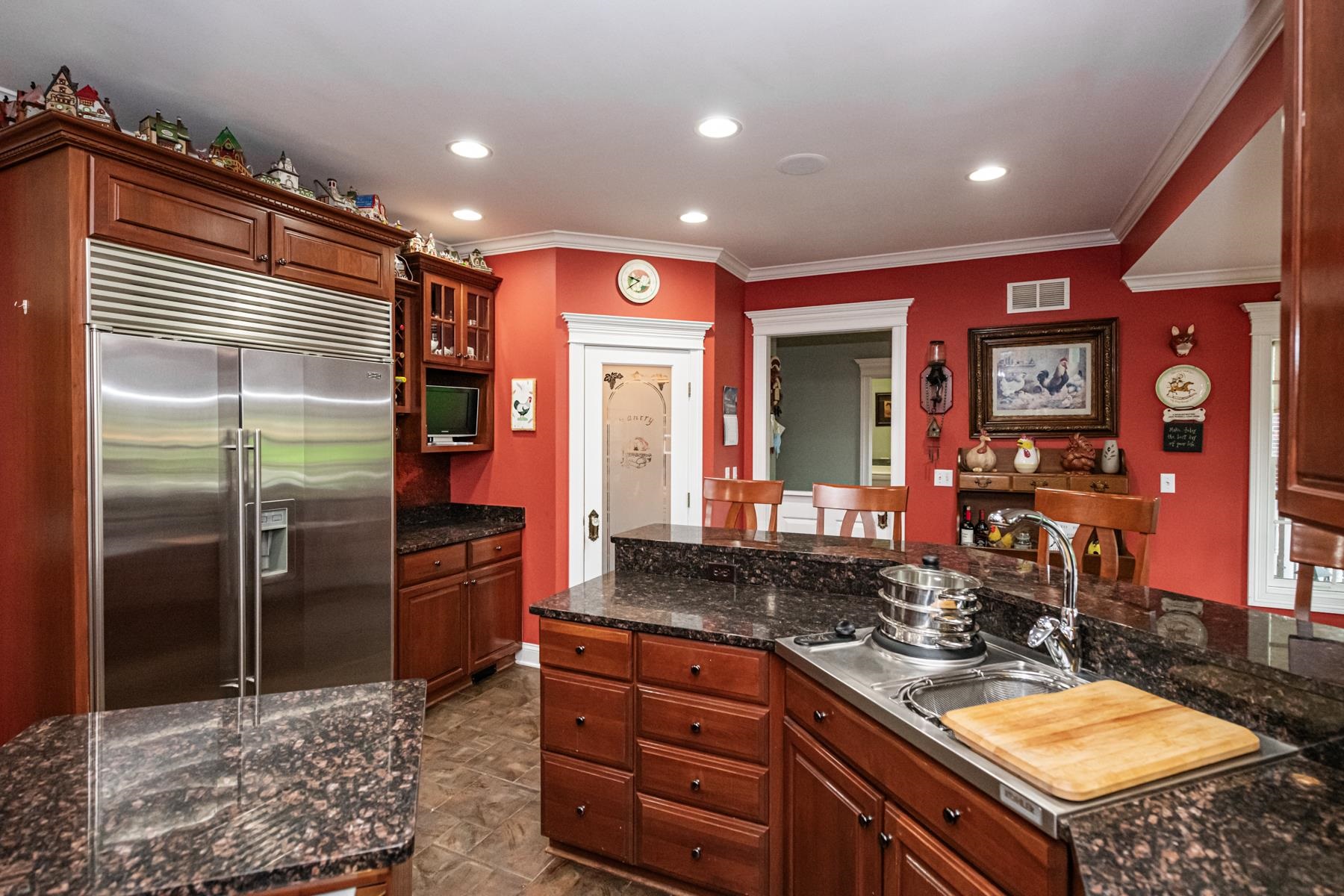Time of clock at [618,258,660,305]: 9:39
